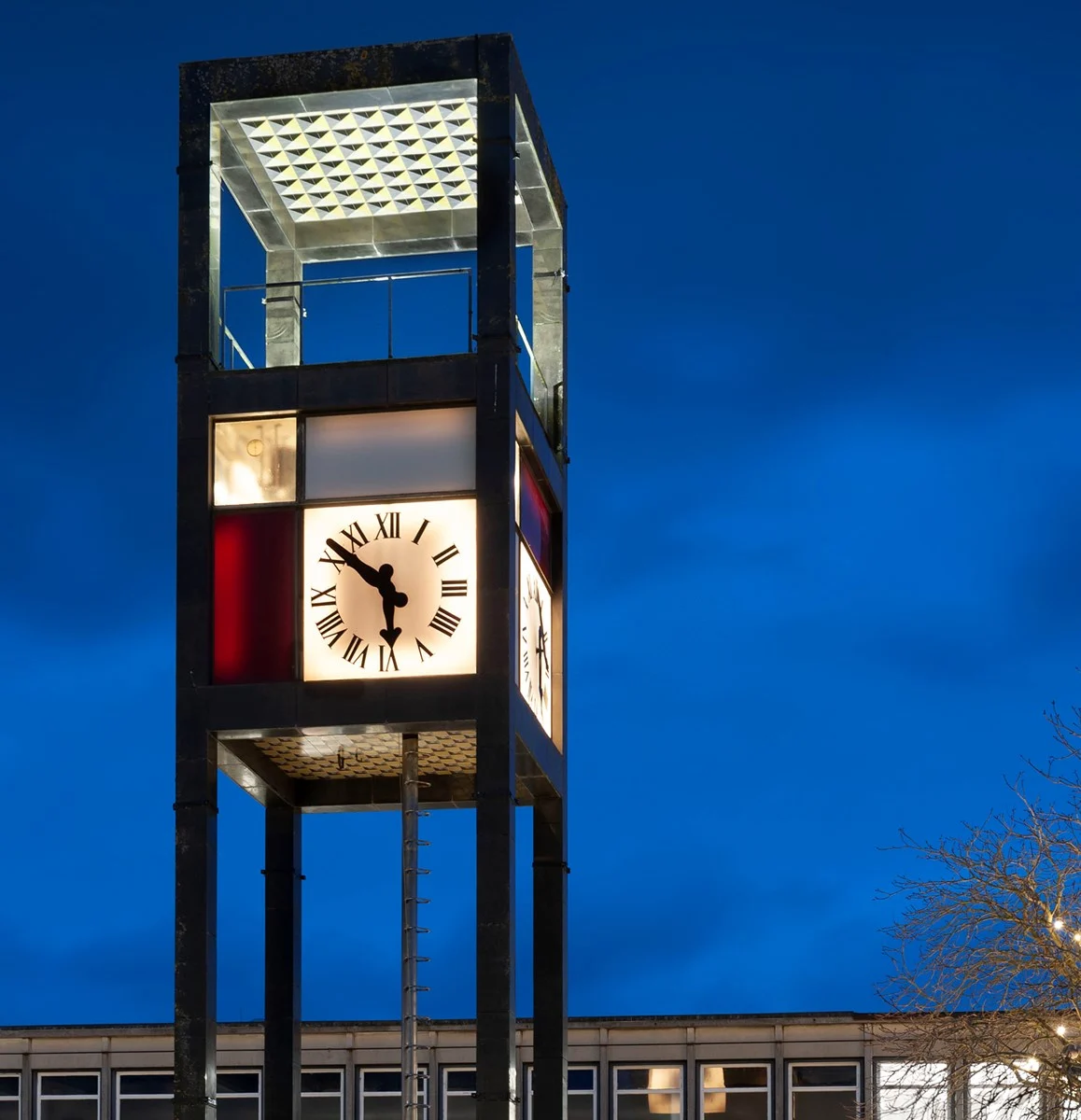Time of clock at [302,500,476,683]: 5:51
